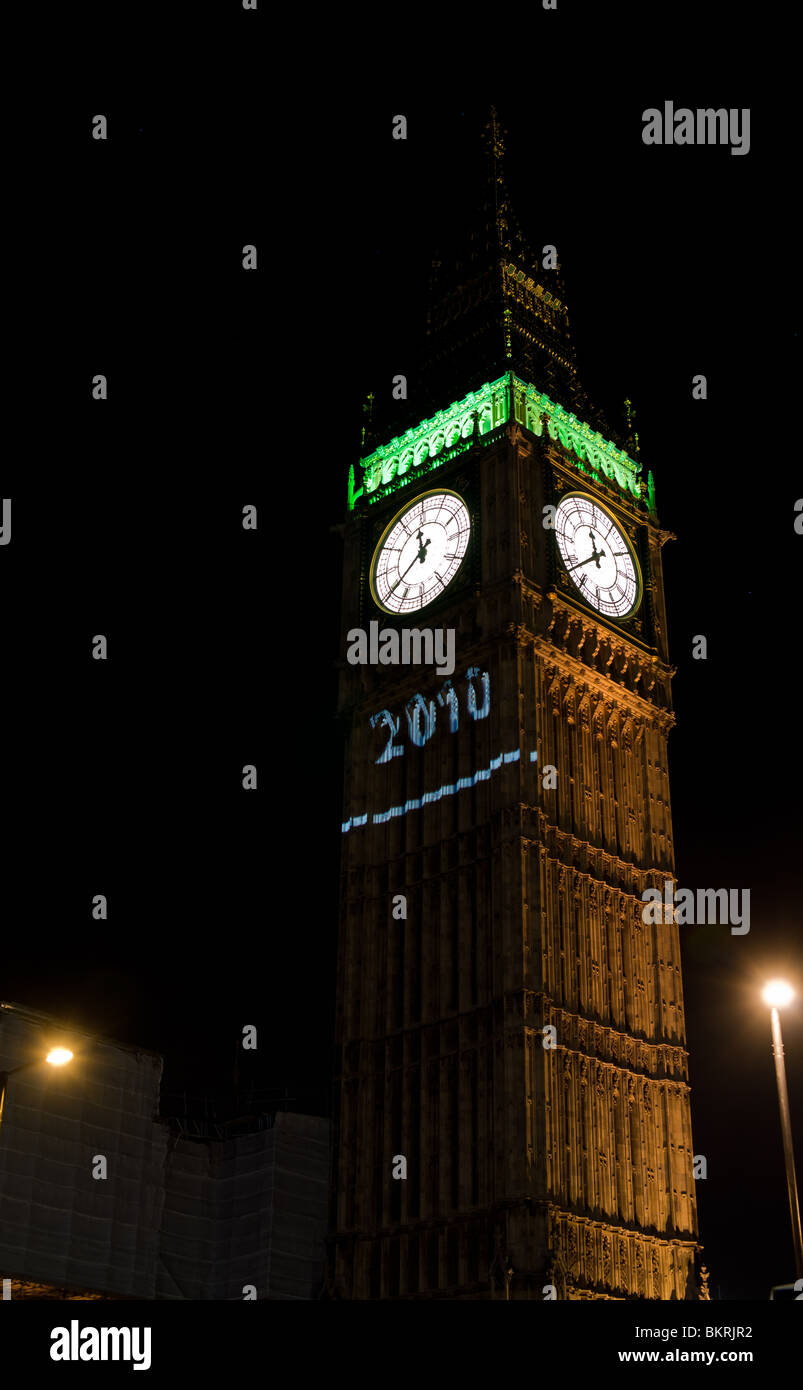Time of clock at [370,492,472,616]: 11:39
